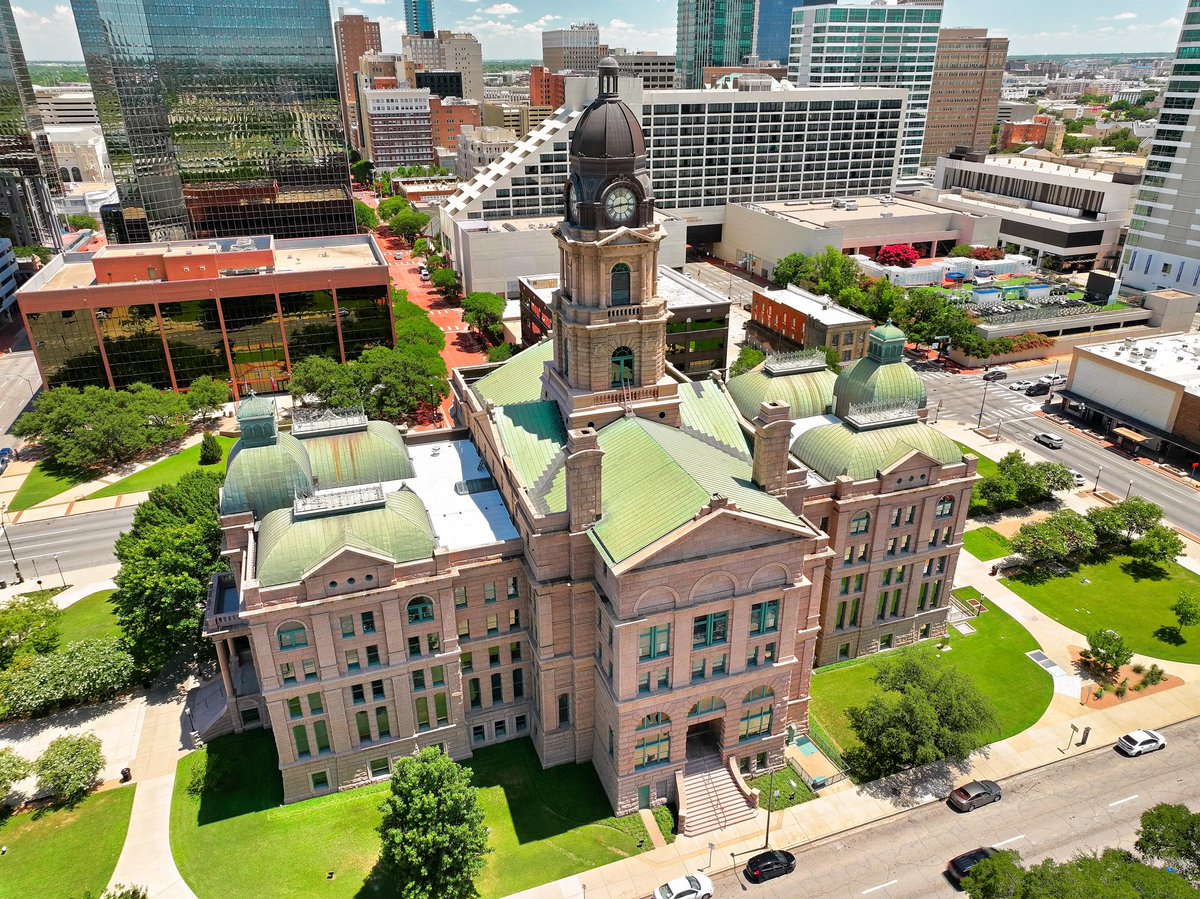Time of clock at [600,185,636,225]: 2:42
